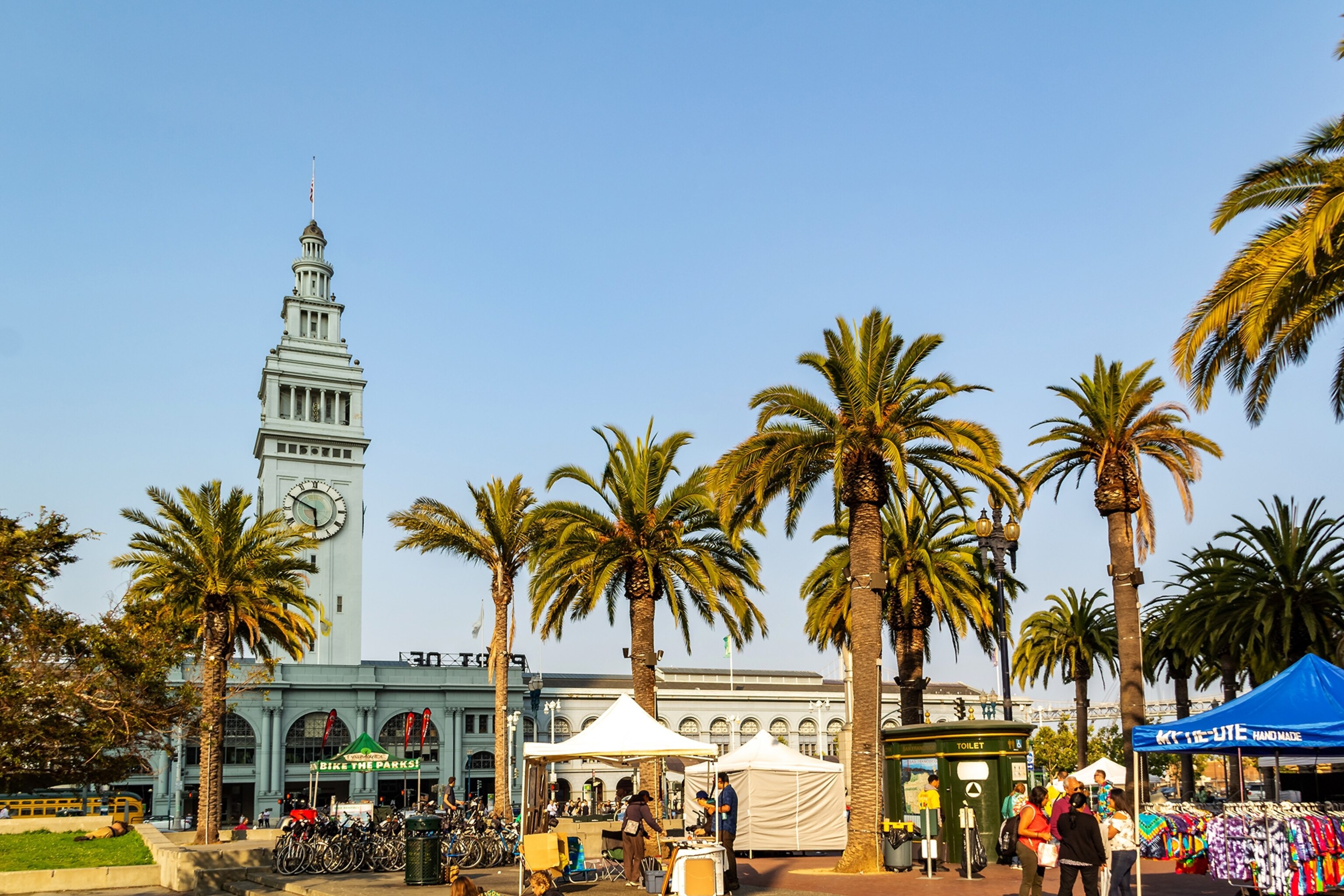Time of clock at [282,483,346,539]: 5:49
